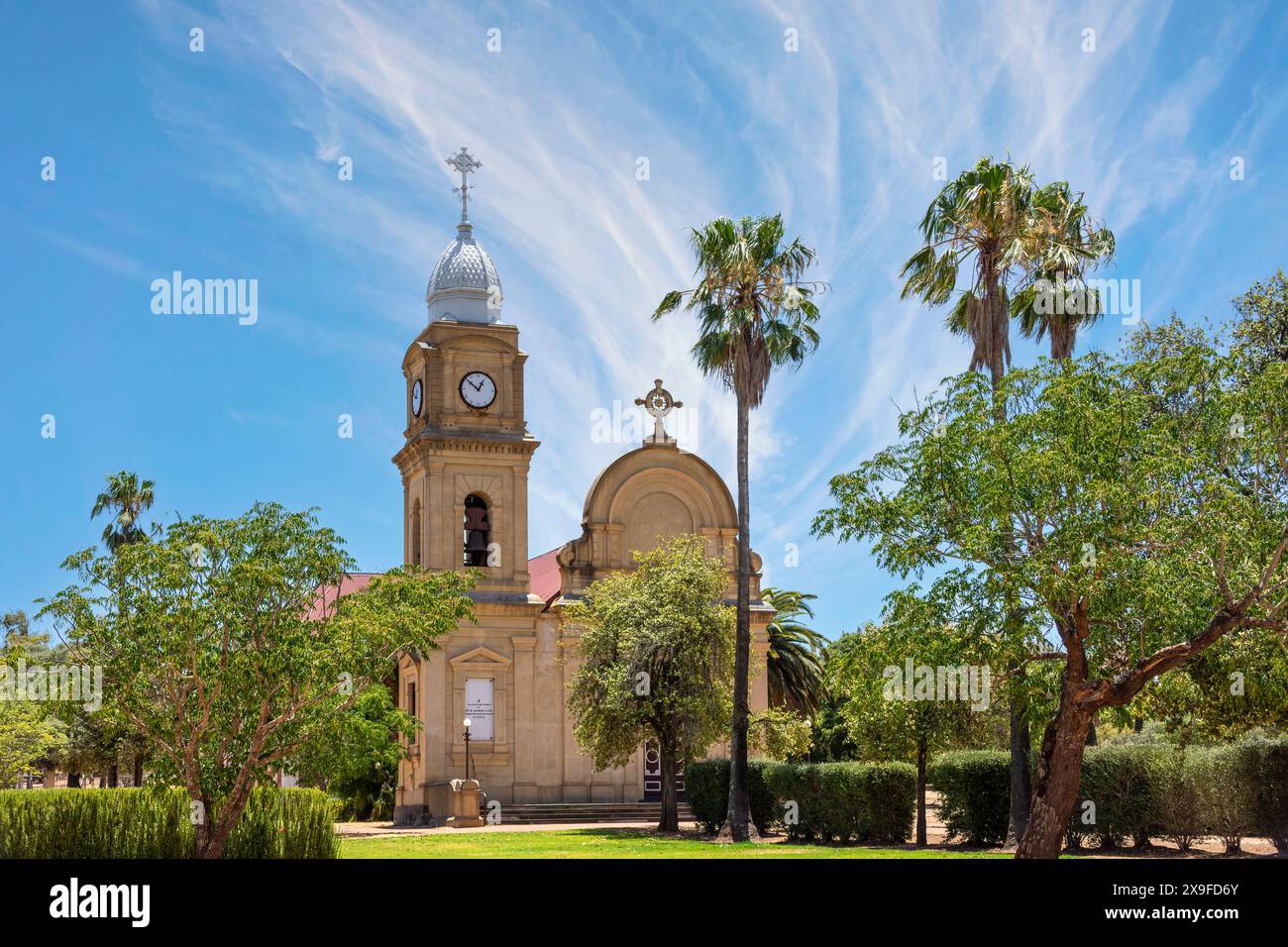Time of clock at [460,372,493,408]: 12:52
